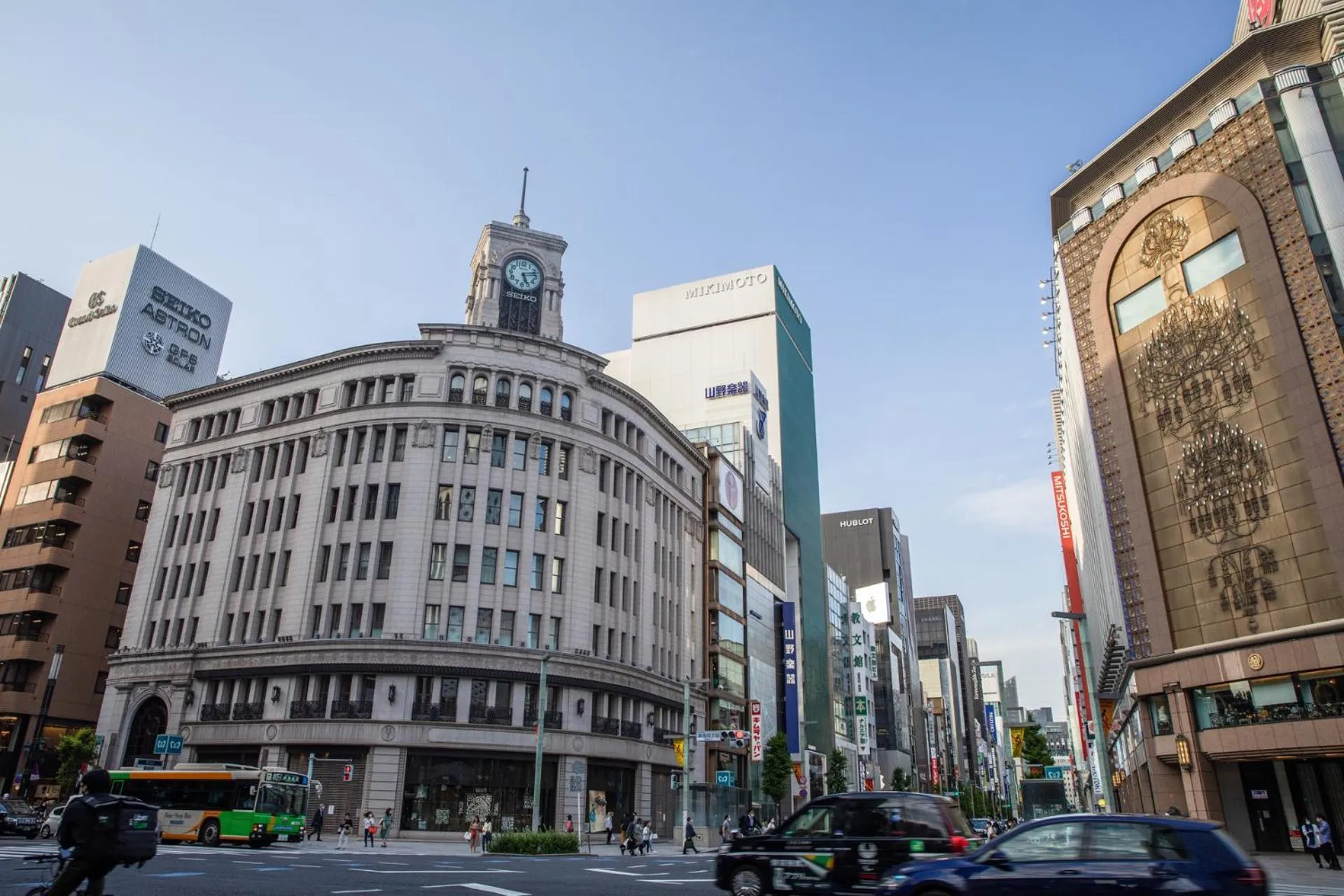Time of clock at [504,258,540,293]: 5:12
